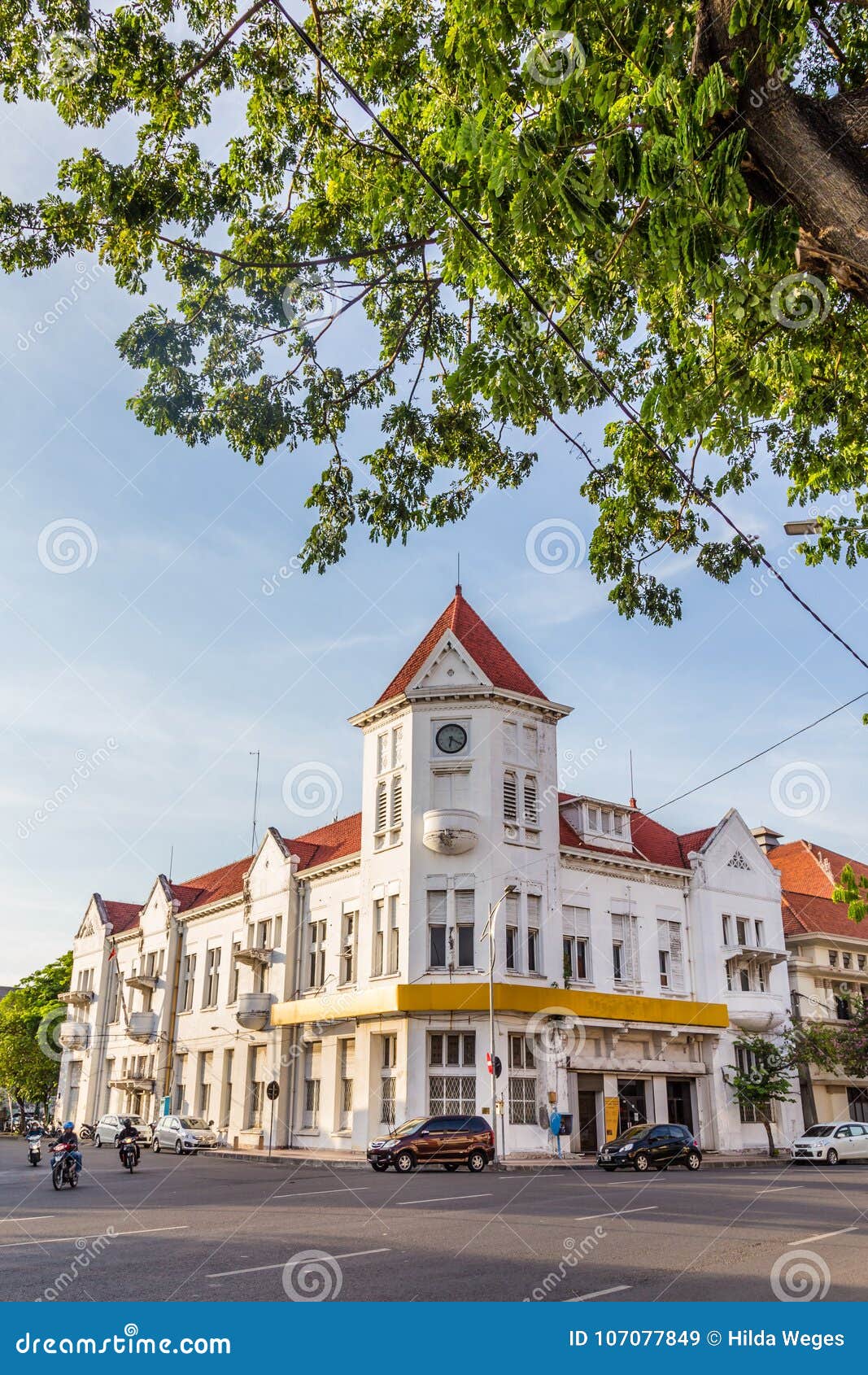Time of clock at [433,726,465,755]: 6:20
